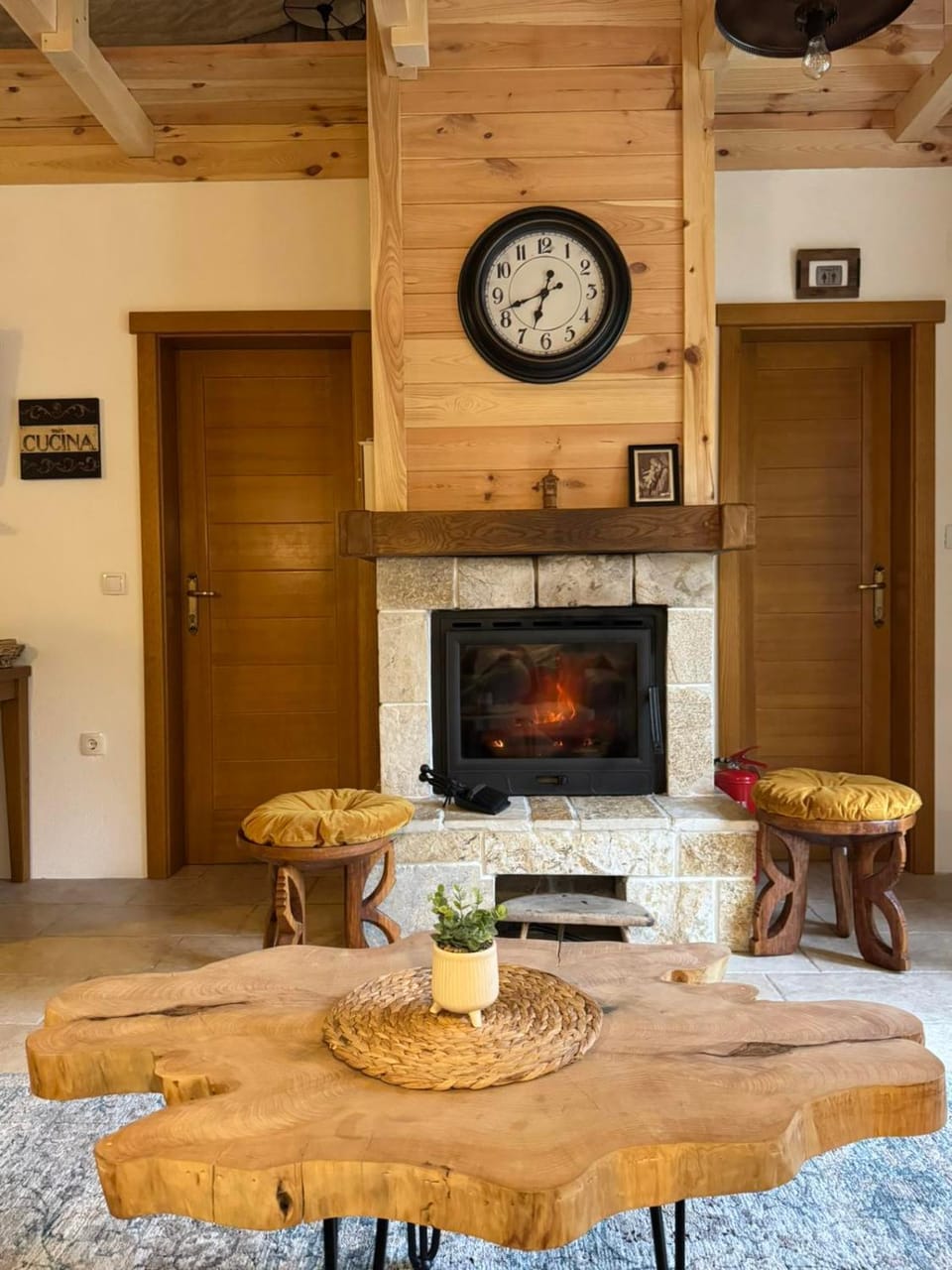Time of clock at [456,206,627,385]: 6:41
